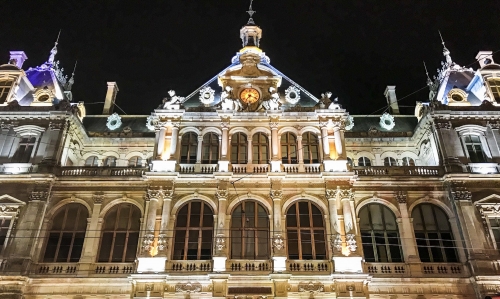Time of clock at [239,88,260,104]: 7:18
